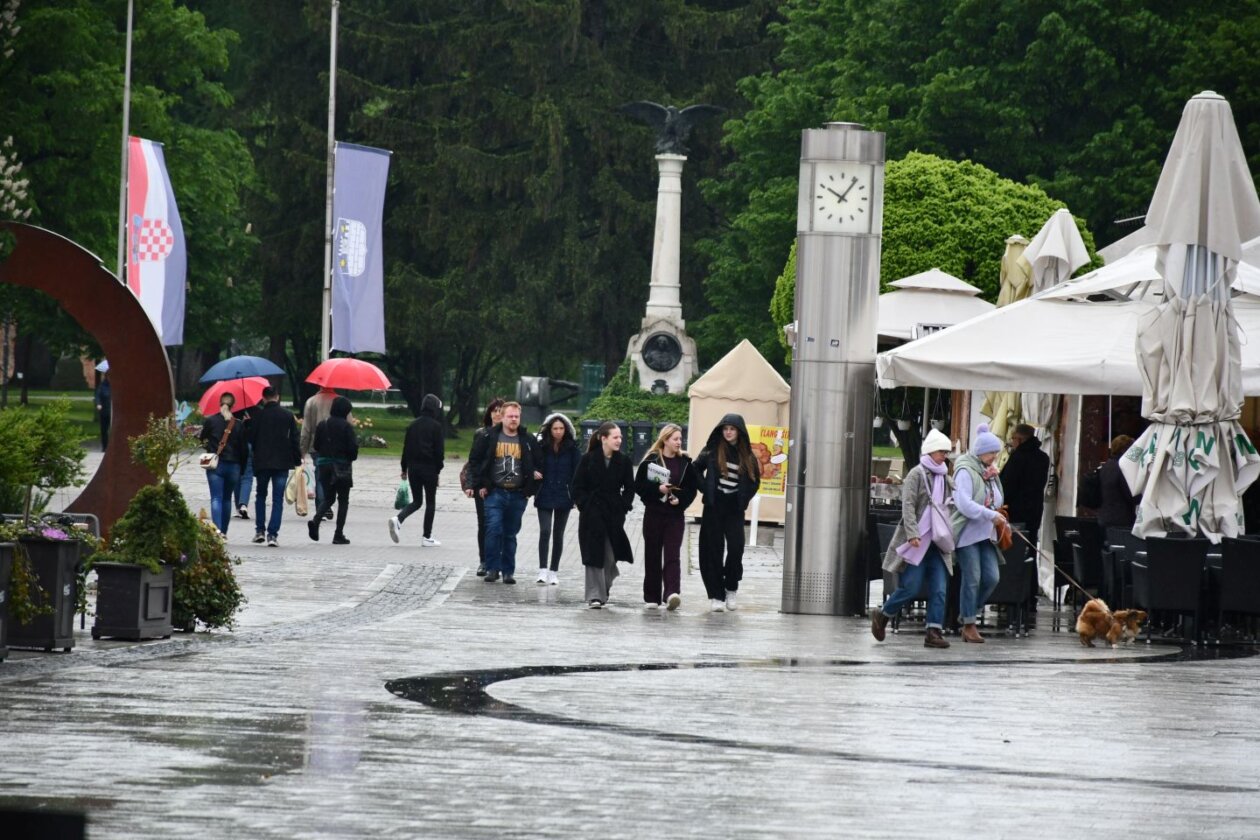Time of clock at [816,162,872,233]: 10:06
